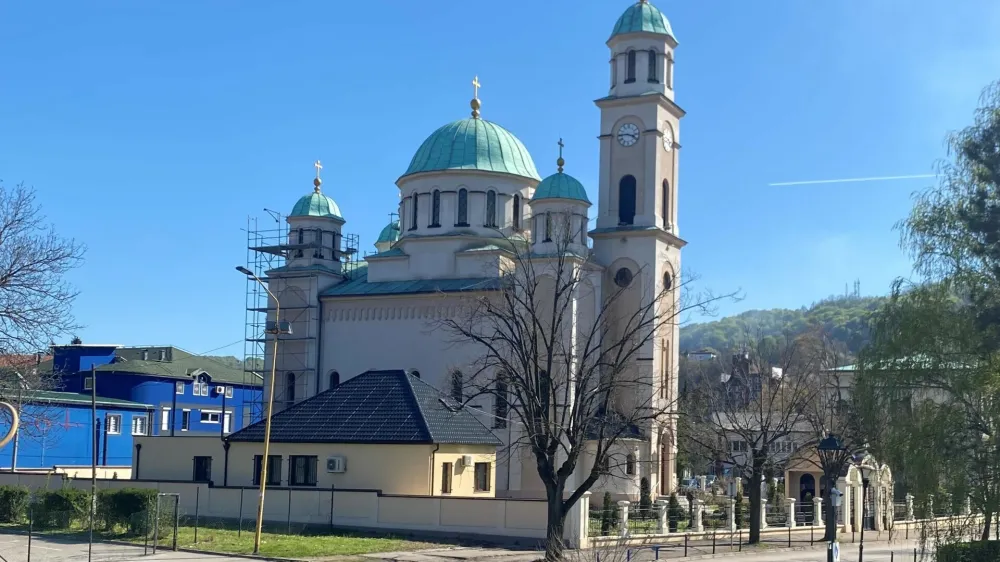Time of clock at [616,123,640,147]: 3:45
